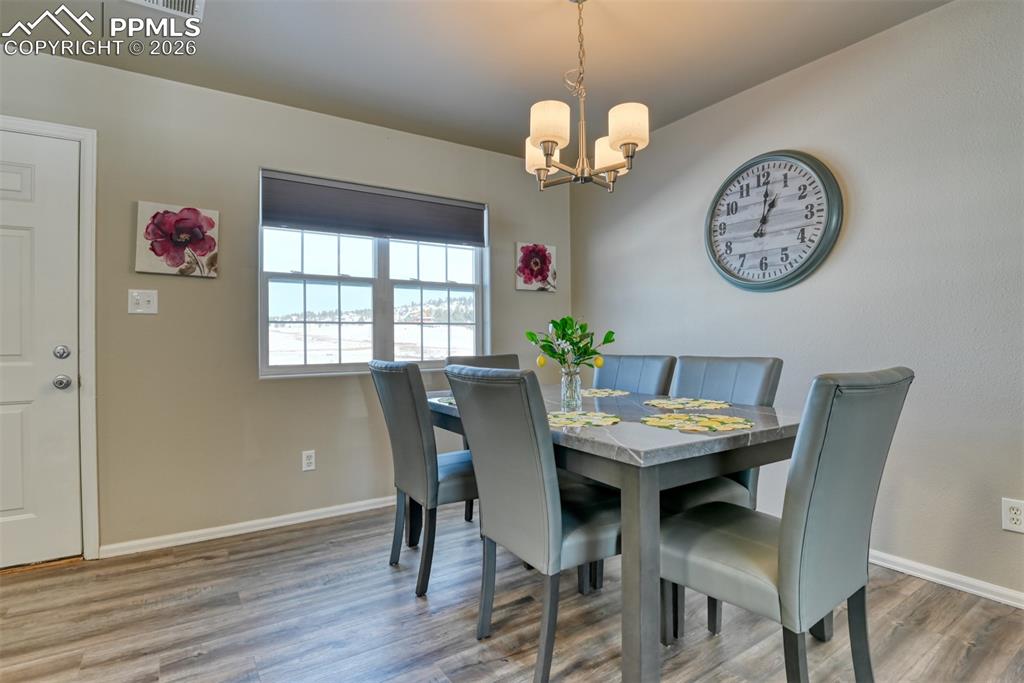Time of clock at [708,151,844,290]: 1:01
